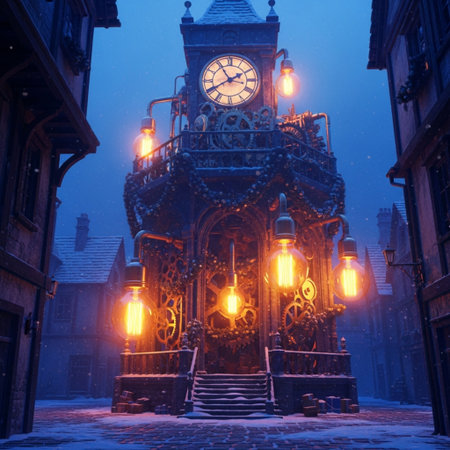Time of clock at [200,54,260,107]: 1:55
